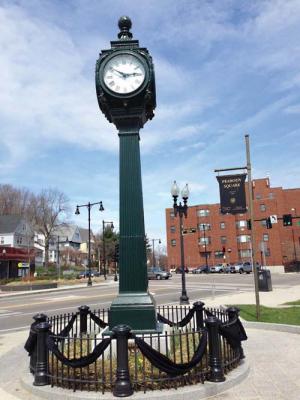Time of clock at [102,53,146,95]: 2:50
